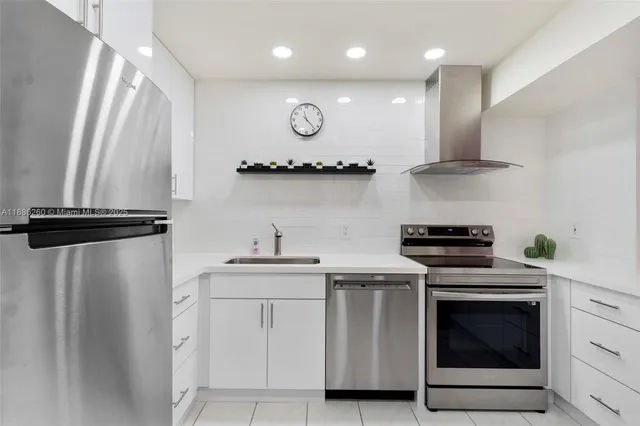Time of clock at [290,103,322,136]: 11:23
